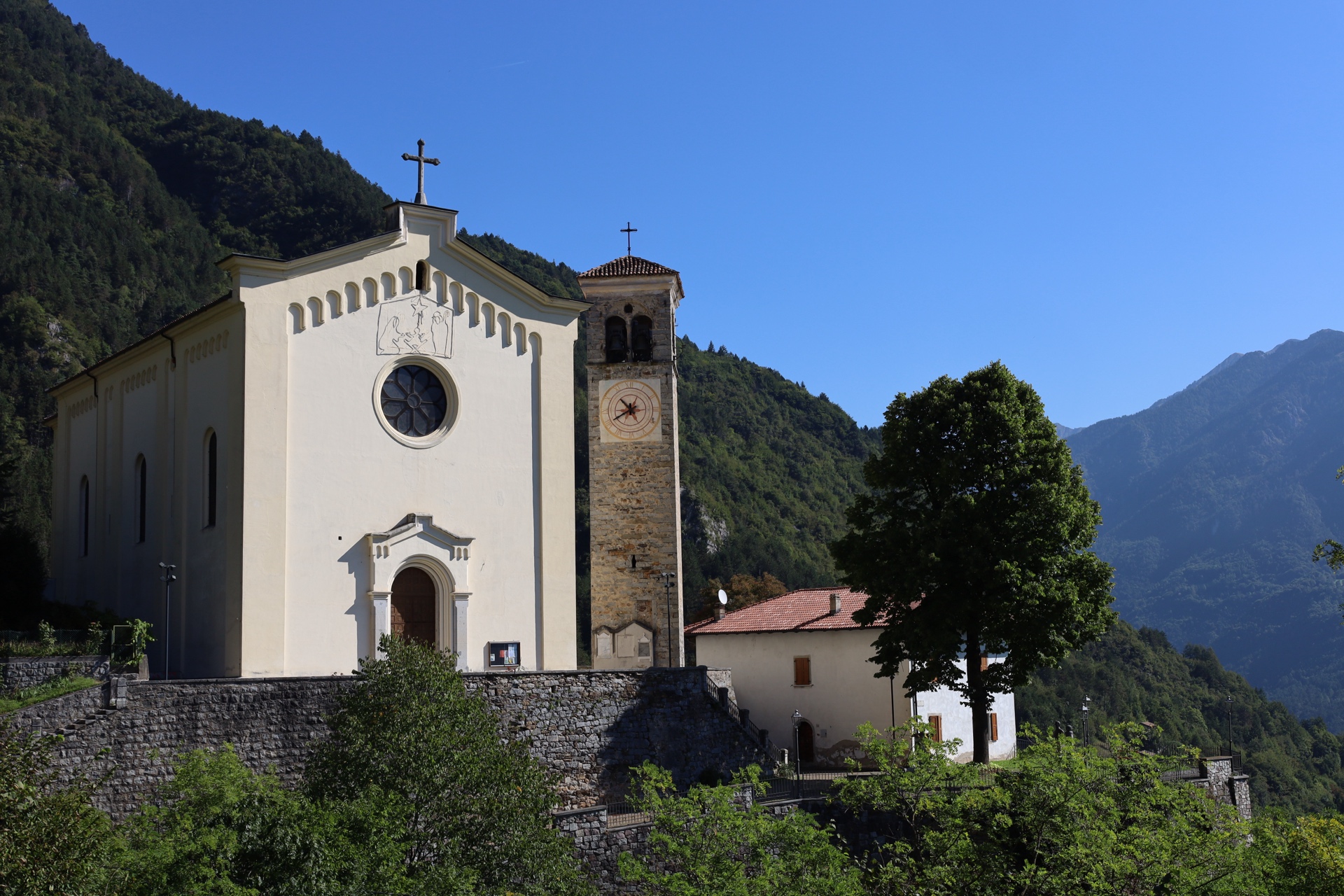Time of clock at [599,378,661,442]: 10:40
